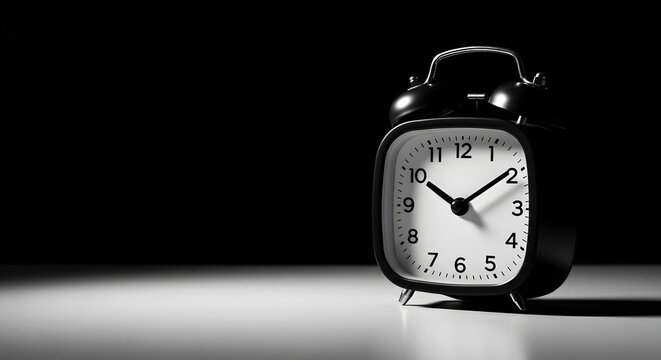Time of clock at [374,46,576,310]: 10:09
